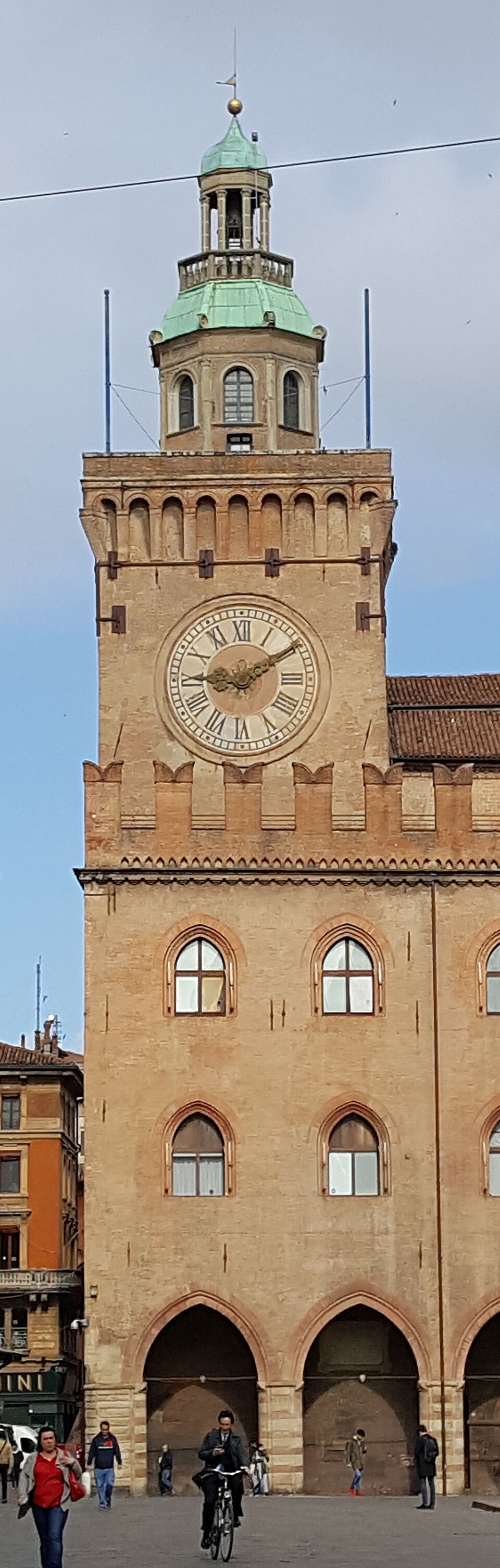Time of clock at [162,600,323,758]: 9:09
